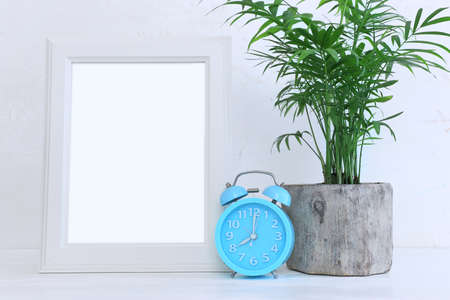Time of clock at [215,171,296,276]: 8:00
